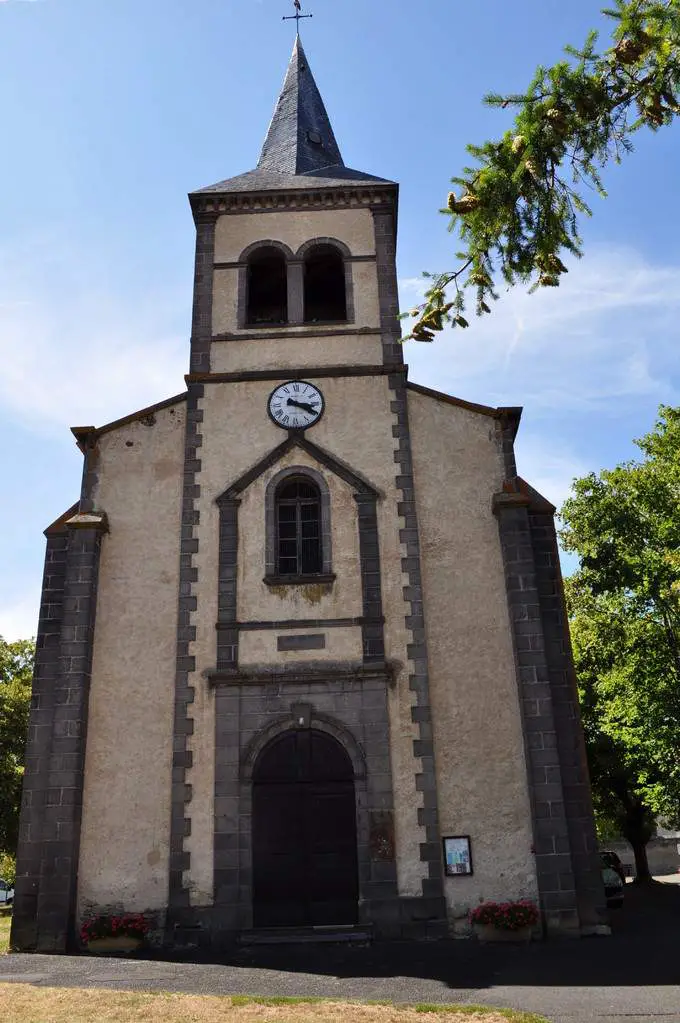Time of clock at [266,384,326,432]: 3:19
